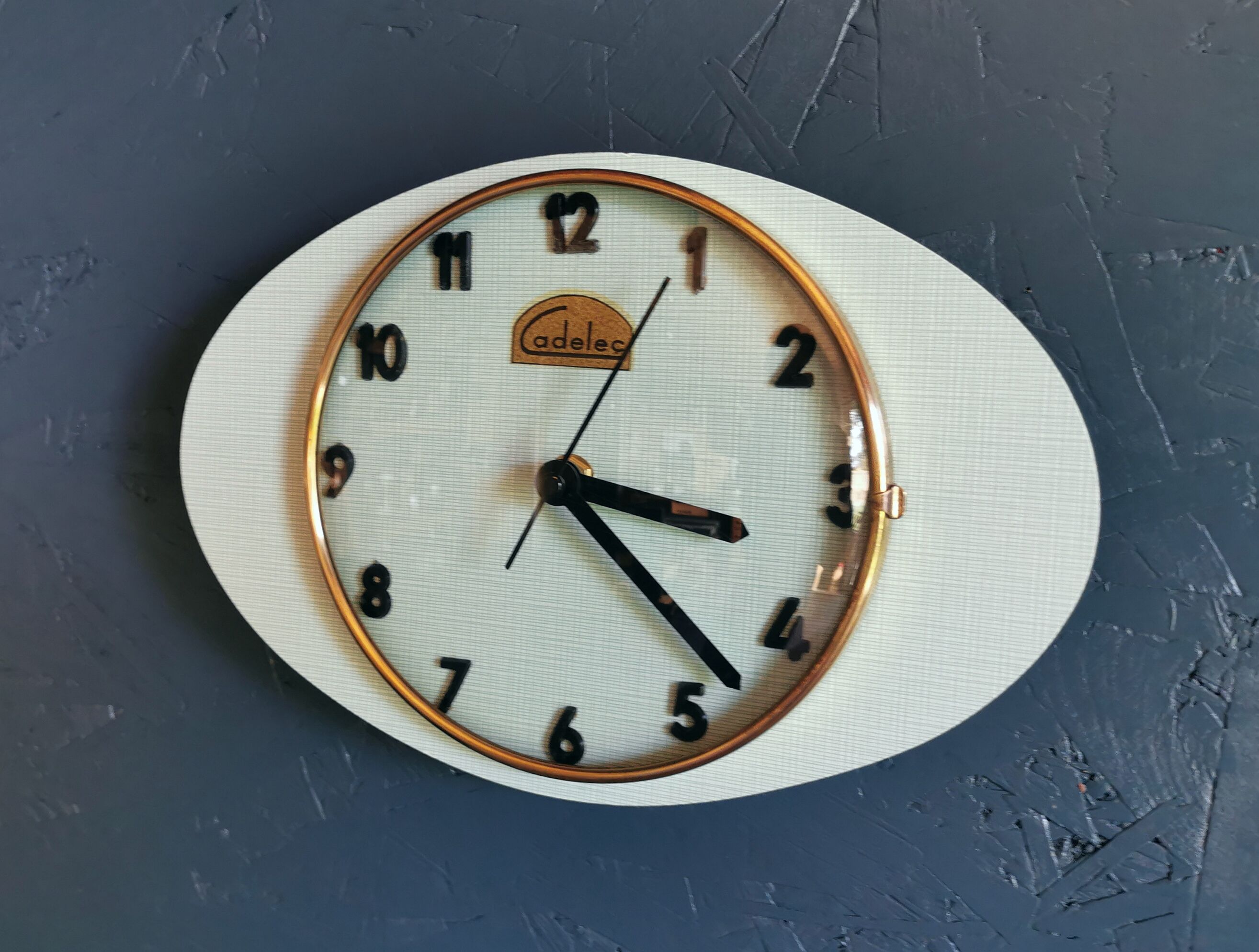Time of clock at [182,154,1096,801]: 3:22
